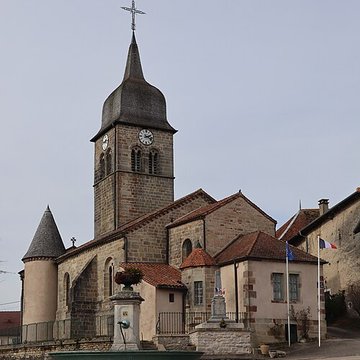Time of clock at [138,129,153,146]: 2:18
